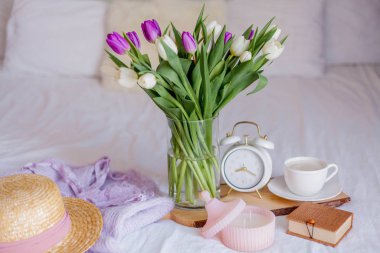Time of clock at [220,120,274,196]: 8:19
